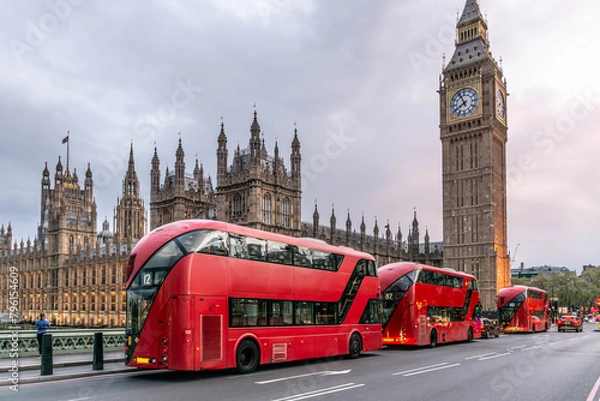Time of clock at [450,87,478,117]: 7:55
